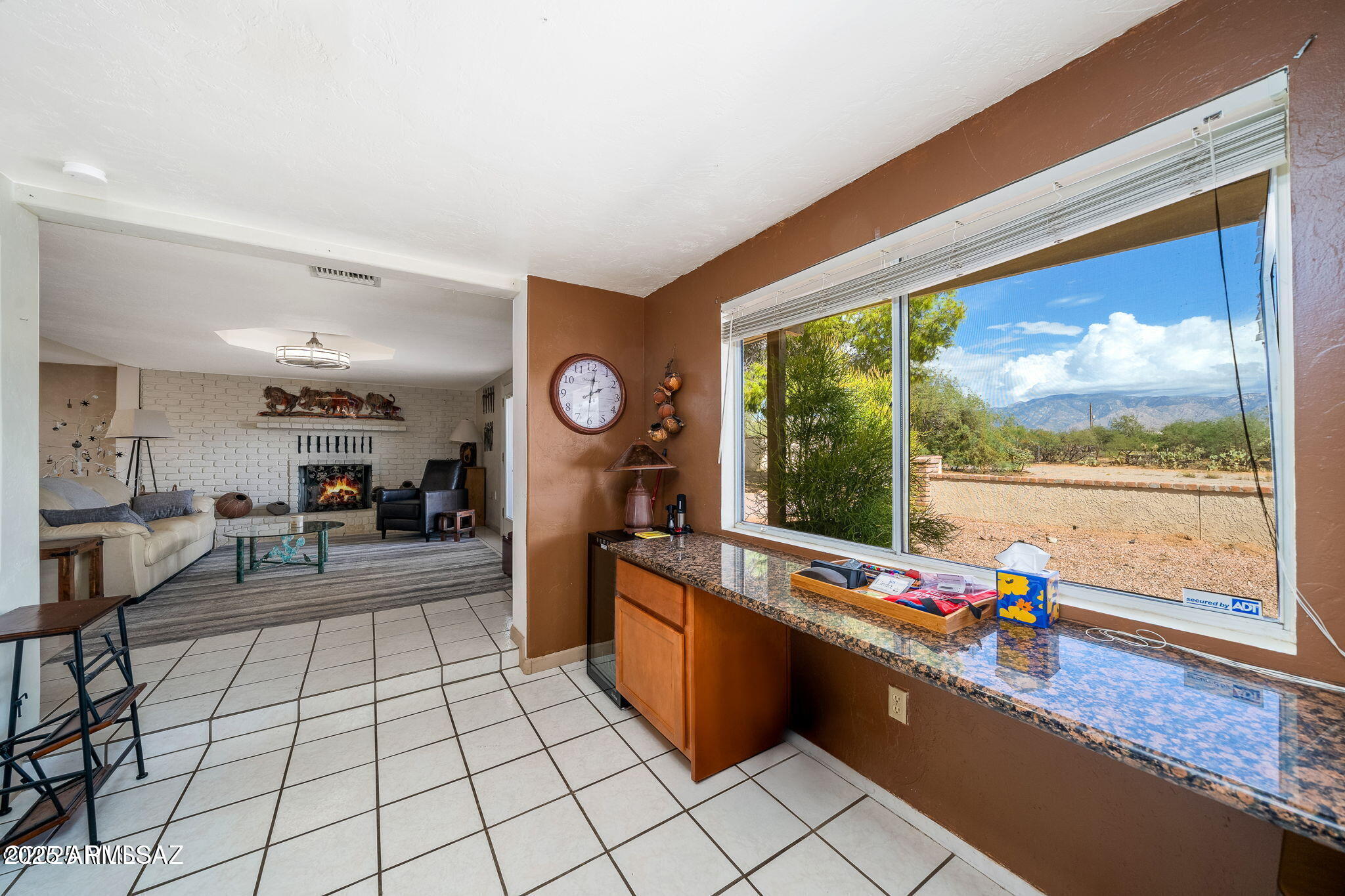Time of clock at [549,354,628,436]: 2:01
